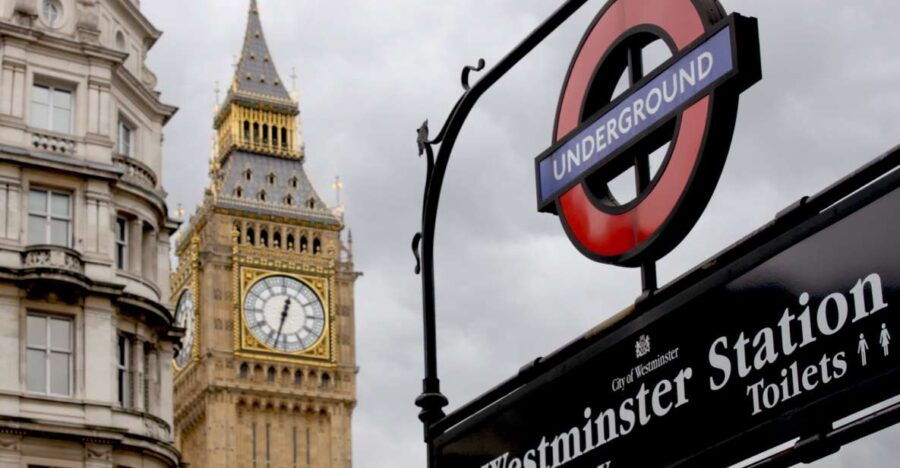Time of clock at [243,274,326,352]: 12:32
